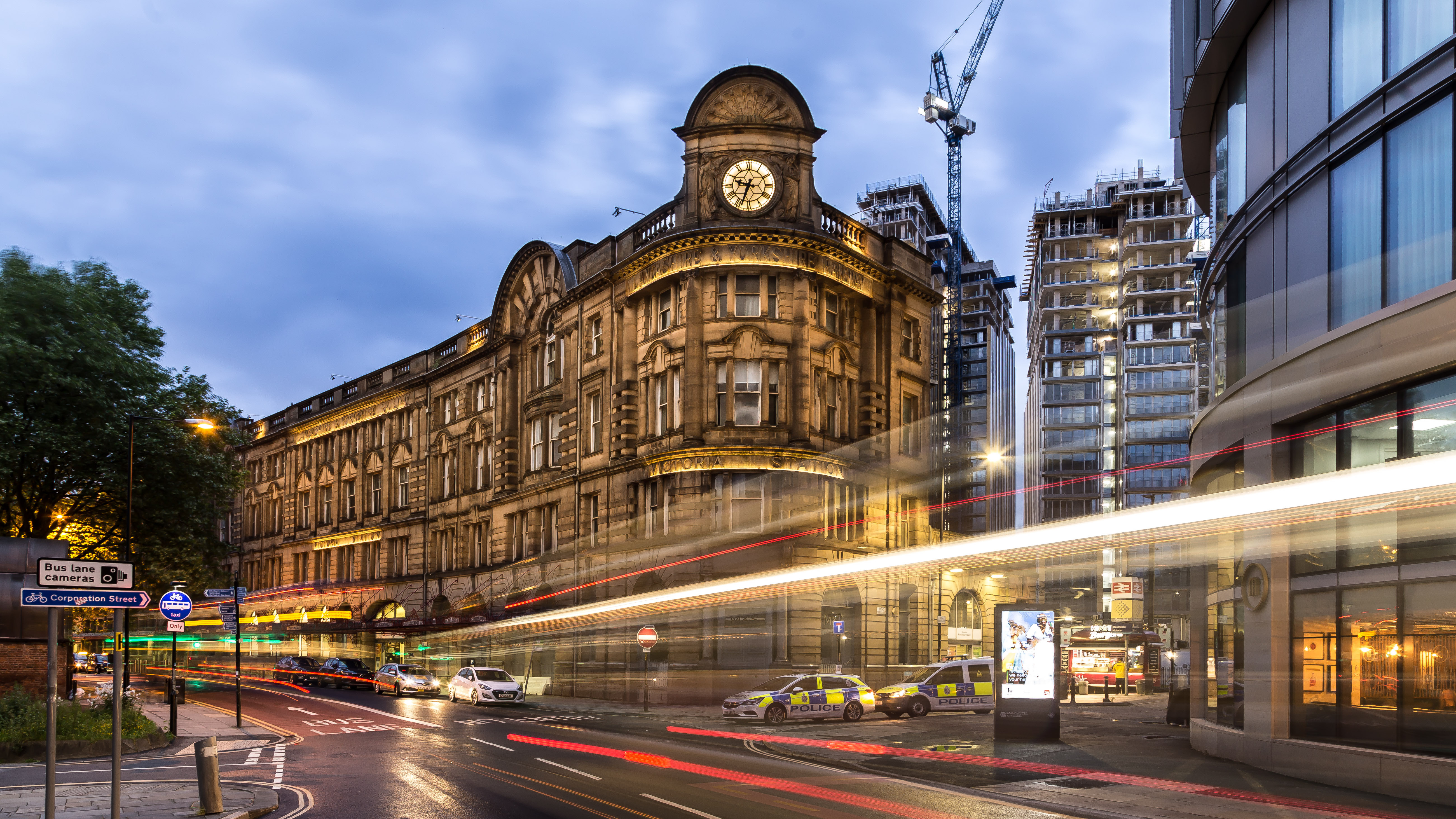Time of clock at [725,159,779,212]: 9:33
